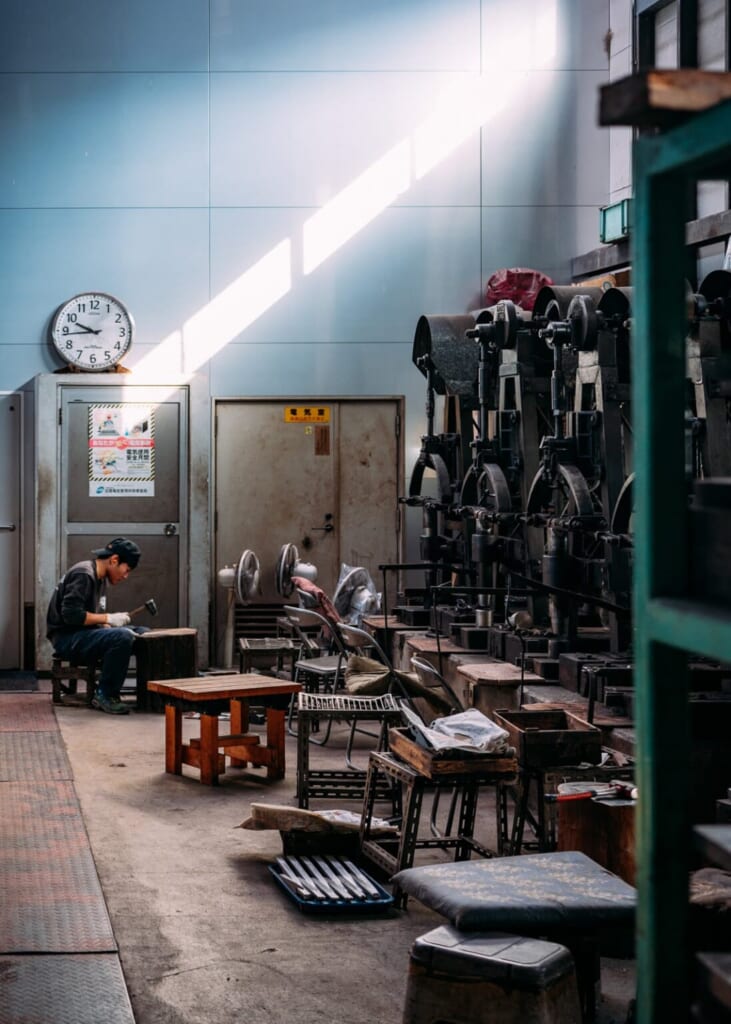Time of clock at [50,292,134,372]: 9:43
